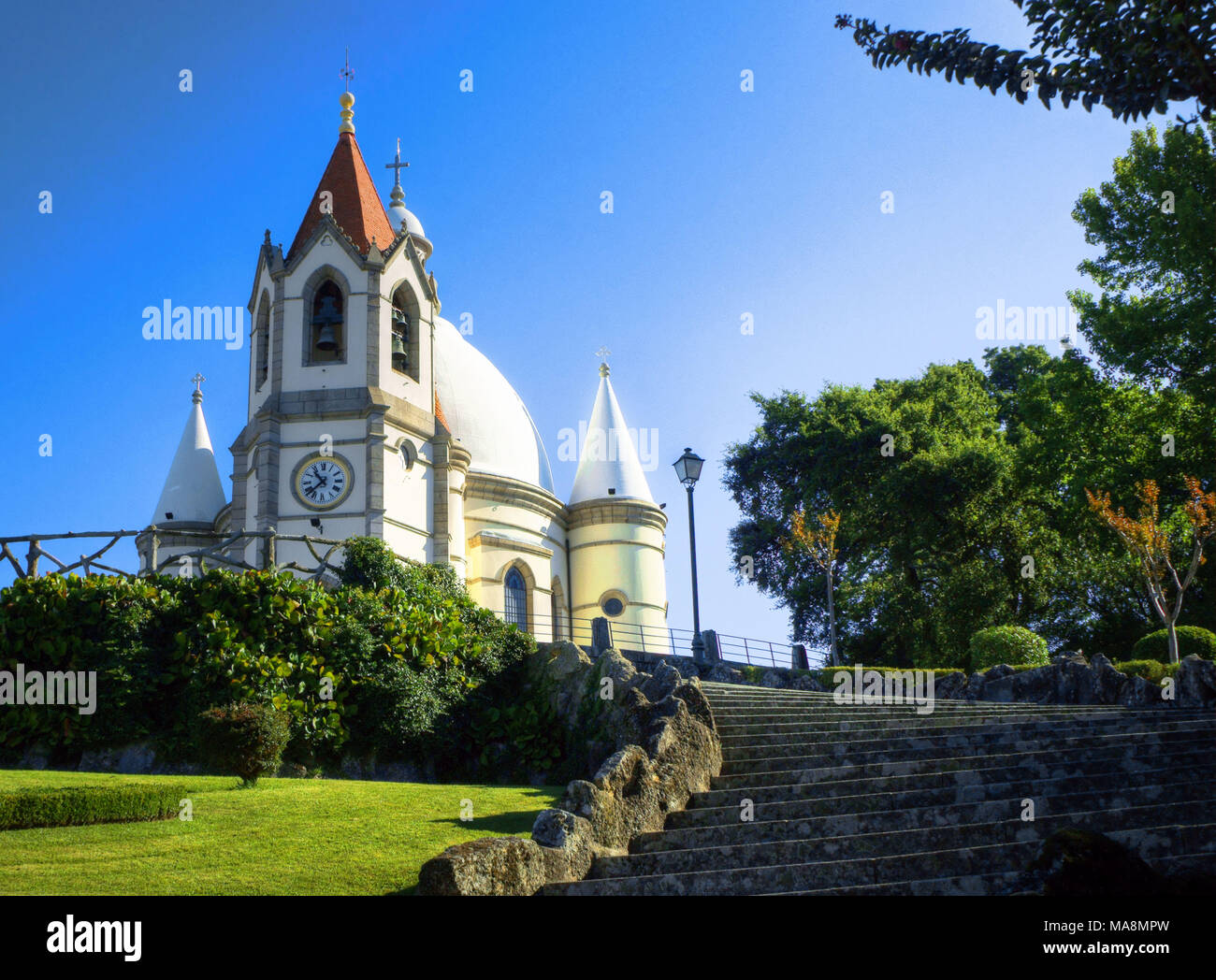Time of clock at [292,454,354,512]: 10:37
